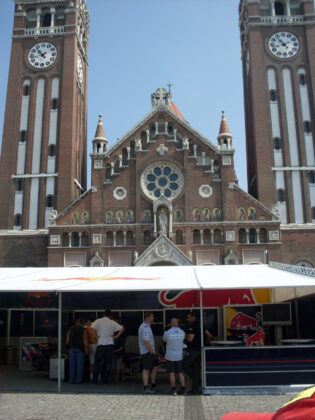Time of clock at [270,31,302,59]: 10:42
